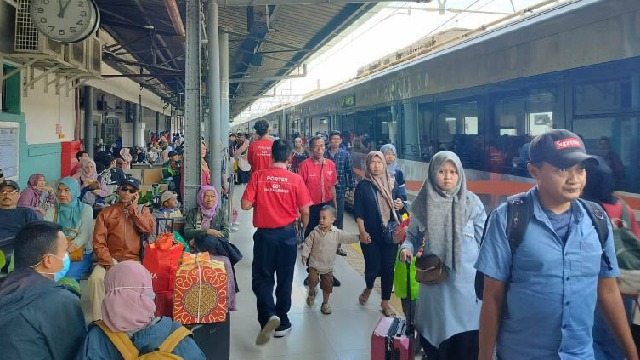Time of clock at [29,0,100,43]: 12:05
